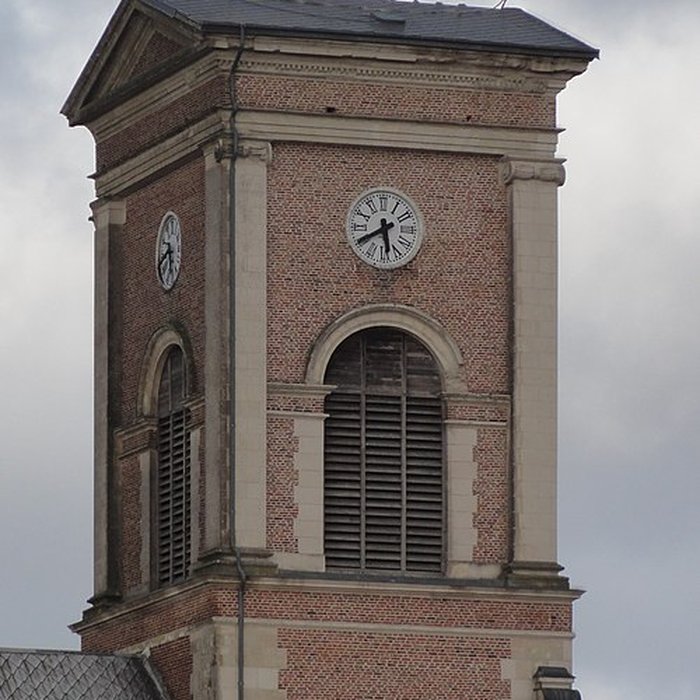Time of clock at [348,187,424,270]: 5:40
